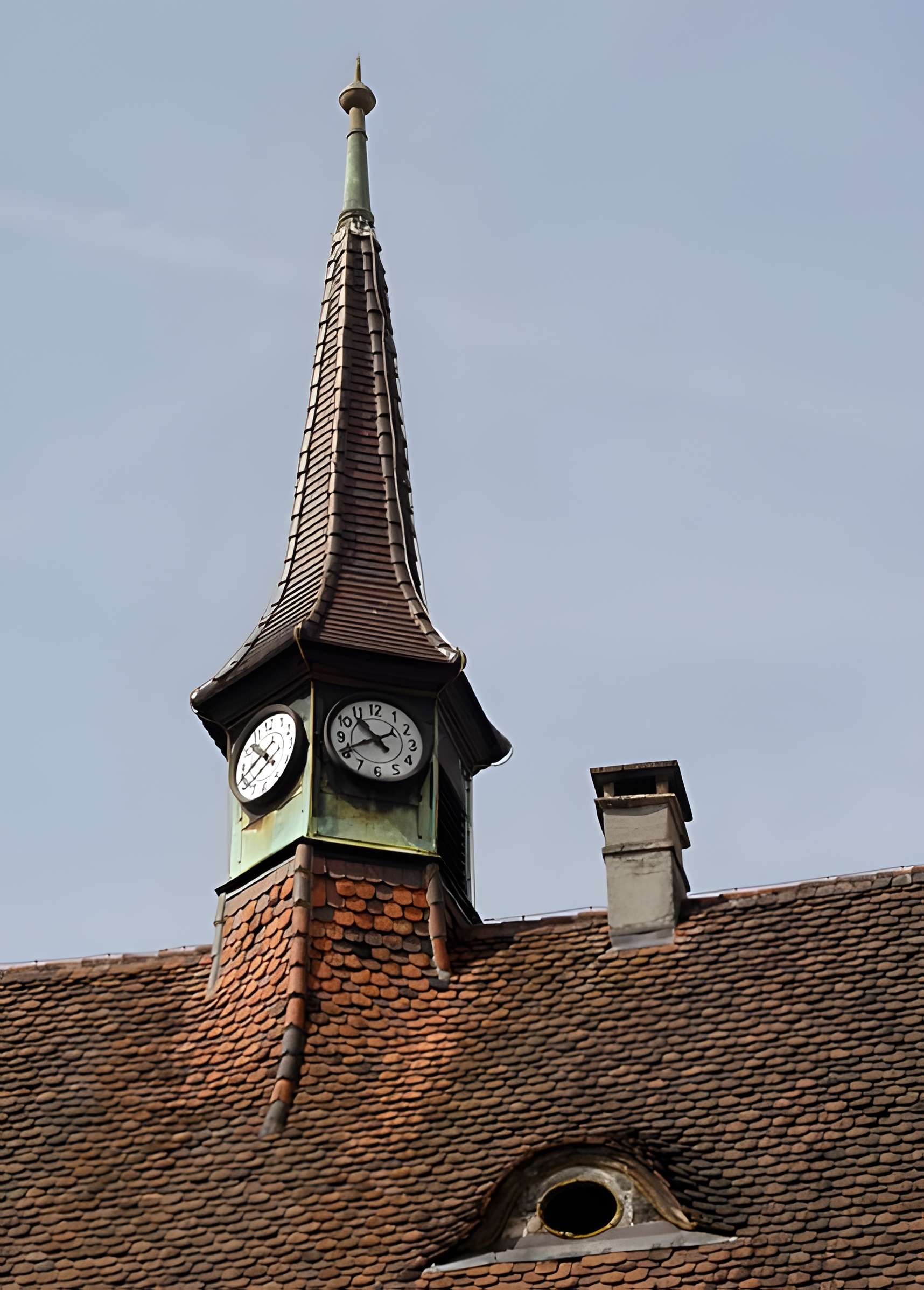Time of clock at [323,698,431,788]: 10:40
